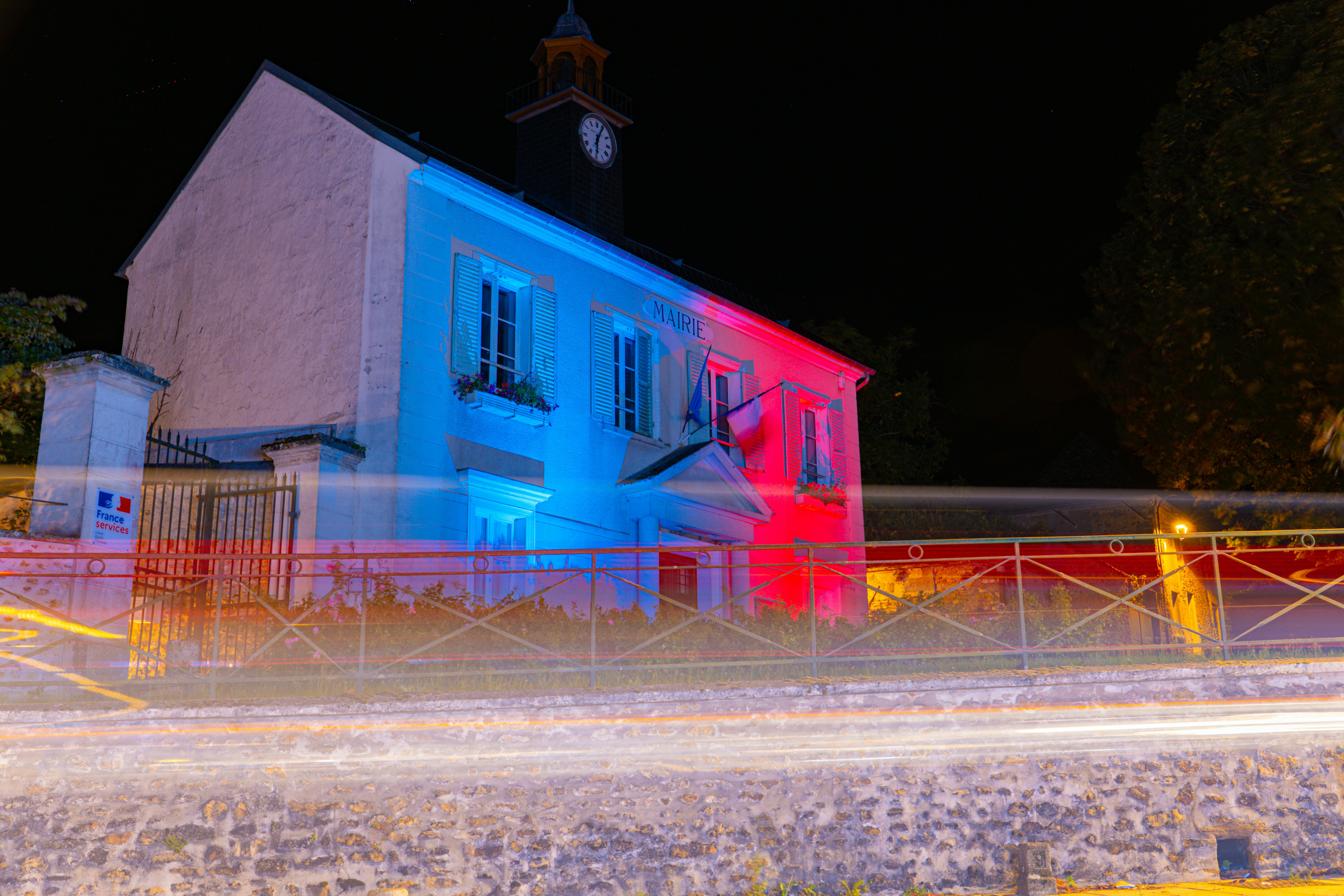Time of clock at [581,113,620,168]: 6:04
